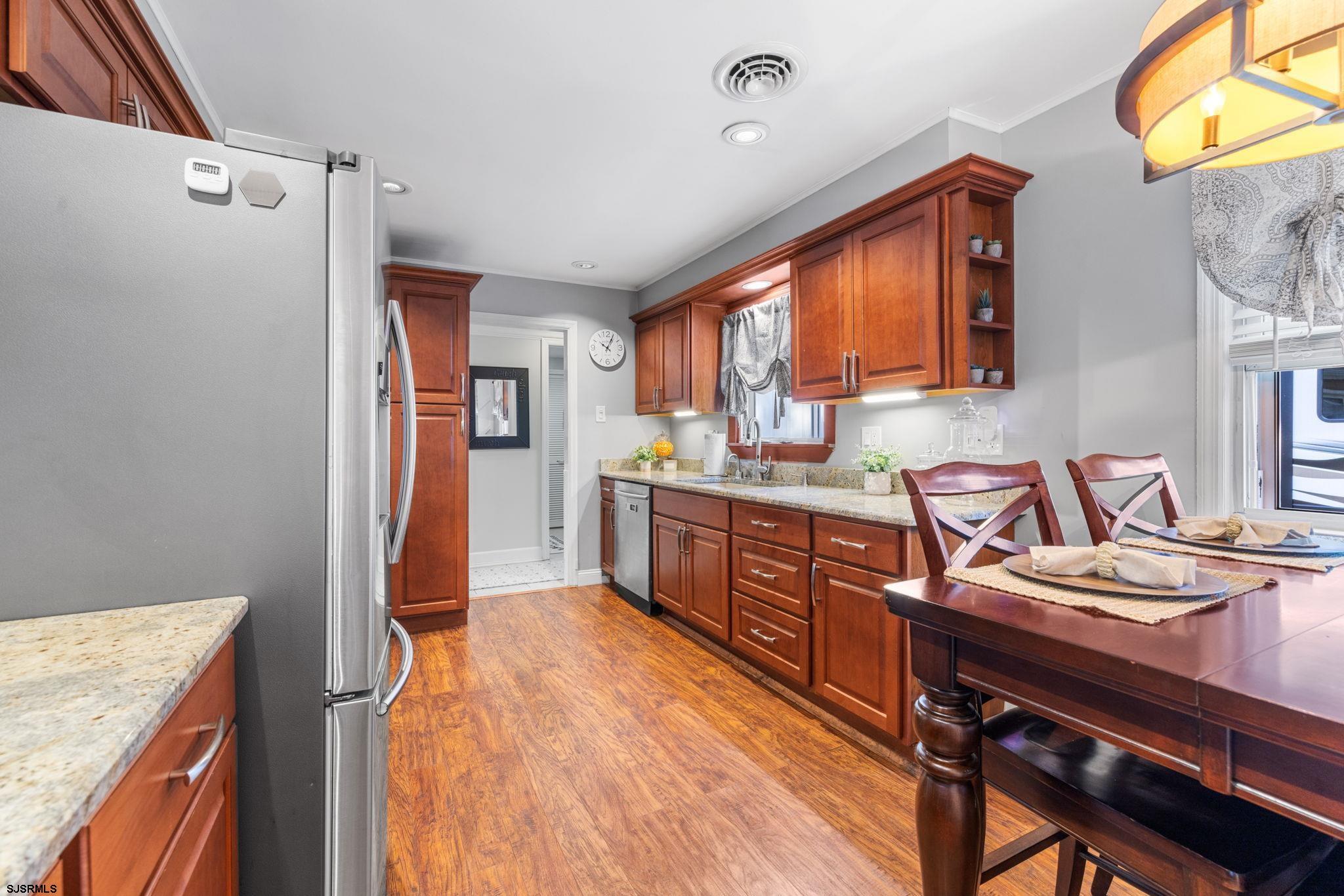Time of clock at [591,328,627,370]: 10:05
